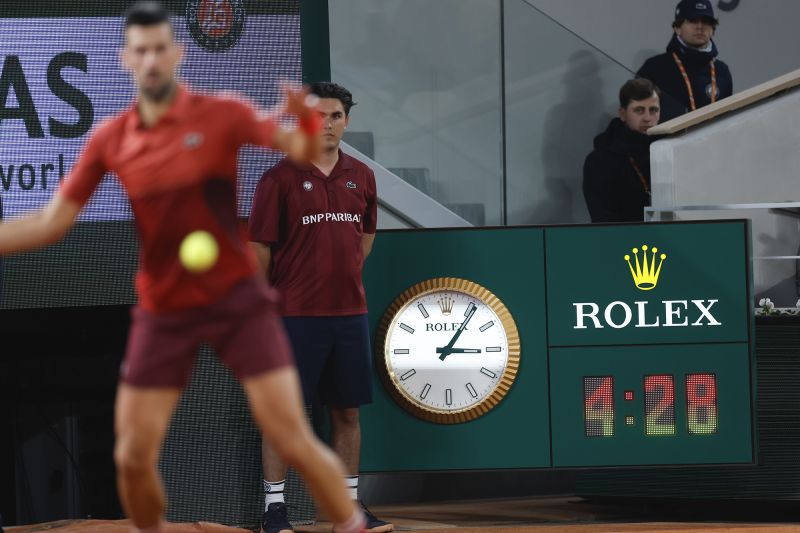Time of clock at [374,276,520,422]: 3:05
